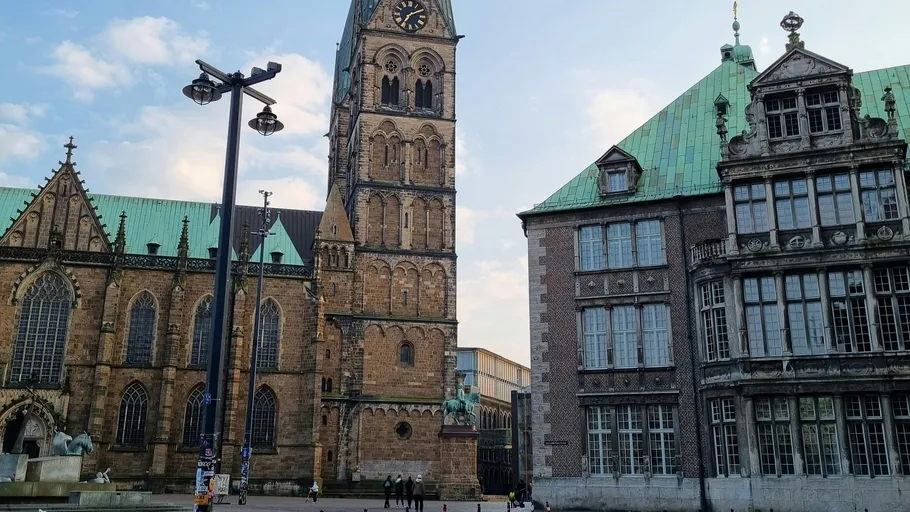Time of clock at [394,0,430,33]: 7:09
